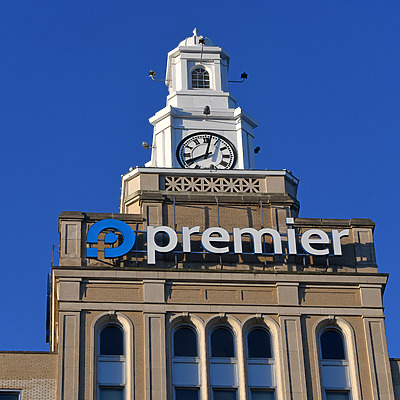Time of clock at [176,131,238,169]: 8:01
